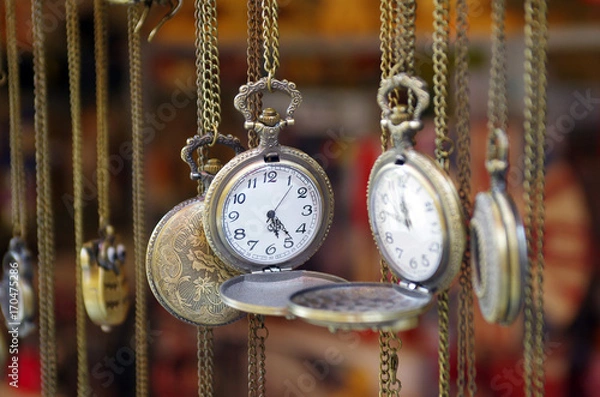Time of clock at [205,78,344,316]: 5:23
